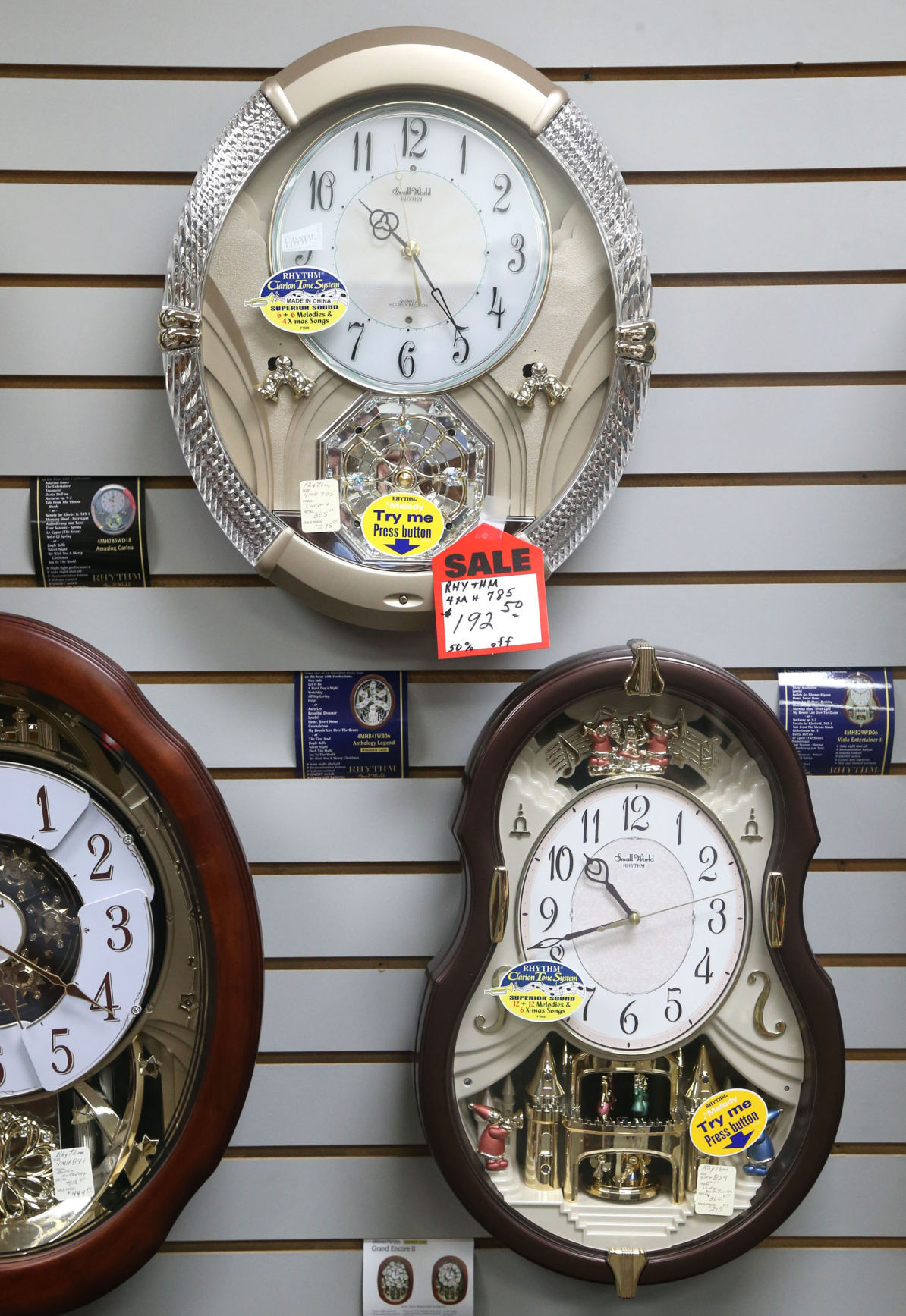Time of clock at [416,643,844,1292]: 10:41
